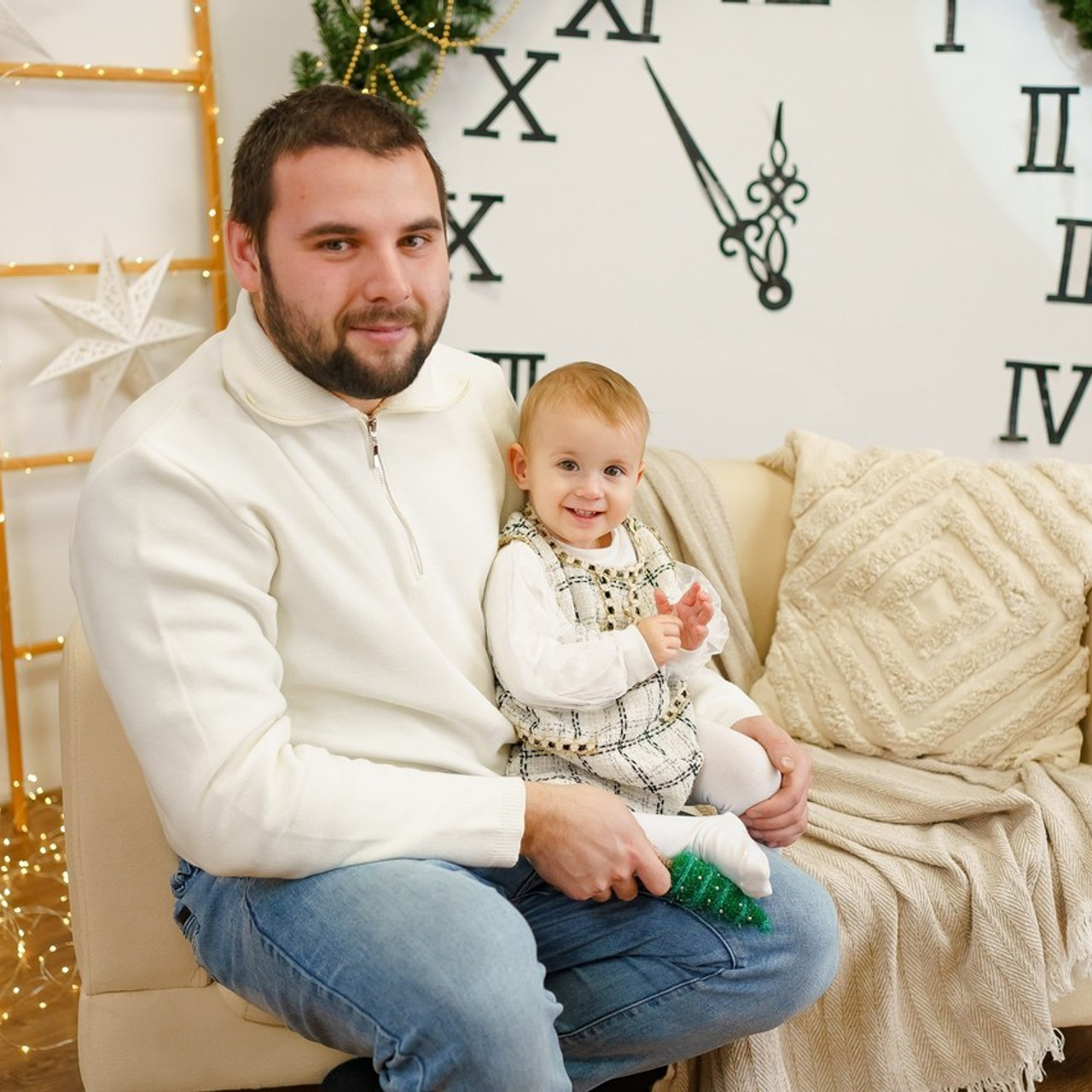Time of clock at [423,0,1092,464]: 11:54
